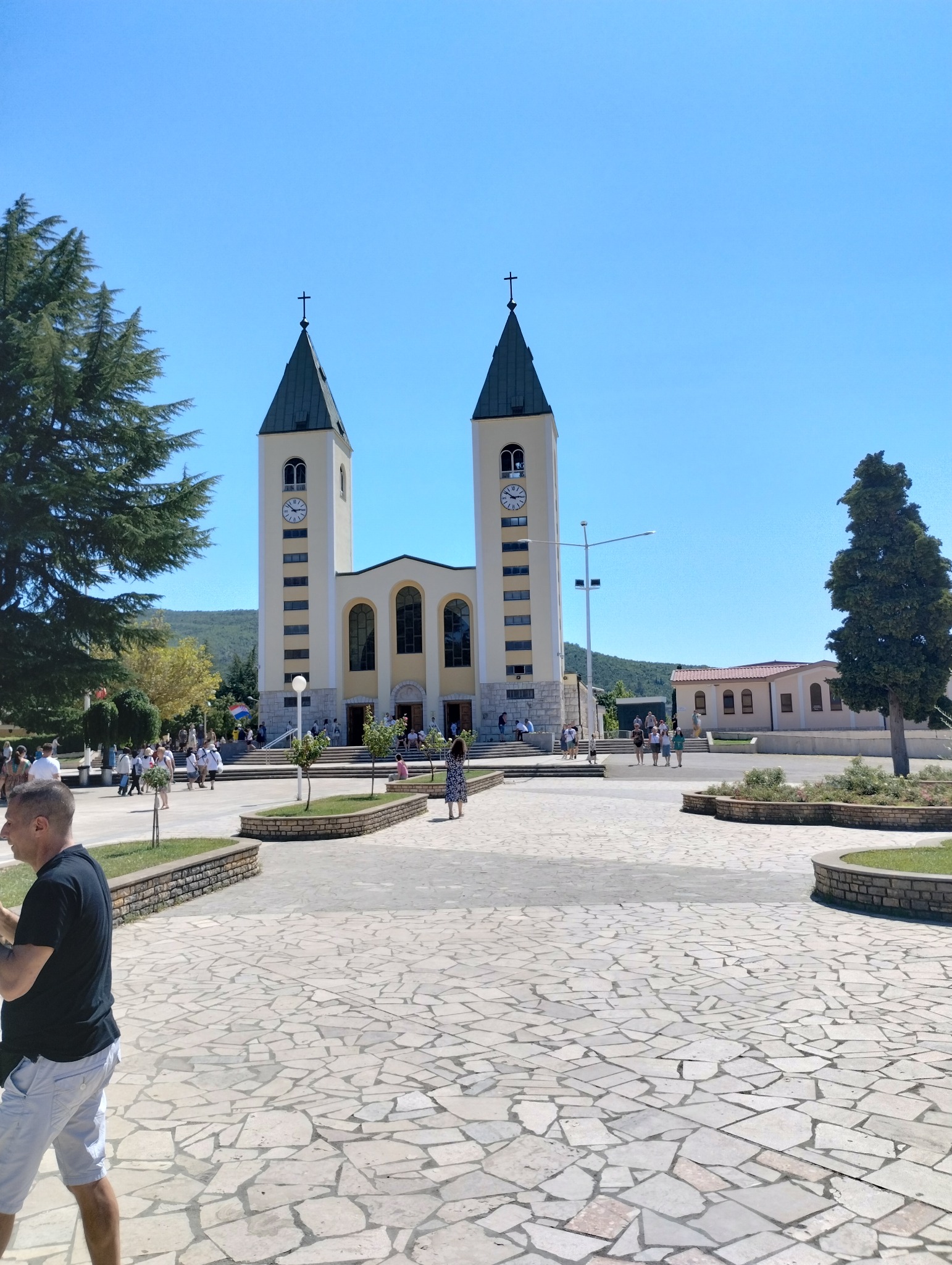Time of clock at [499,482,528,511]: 2:51
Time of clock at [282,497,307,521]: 2:52
